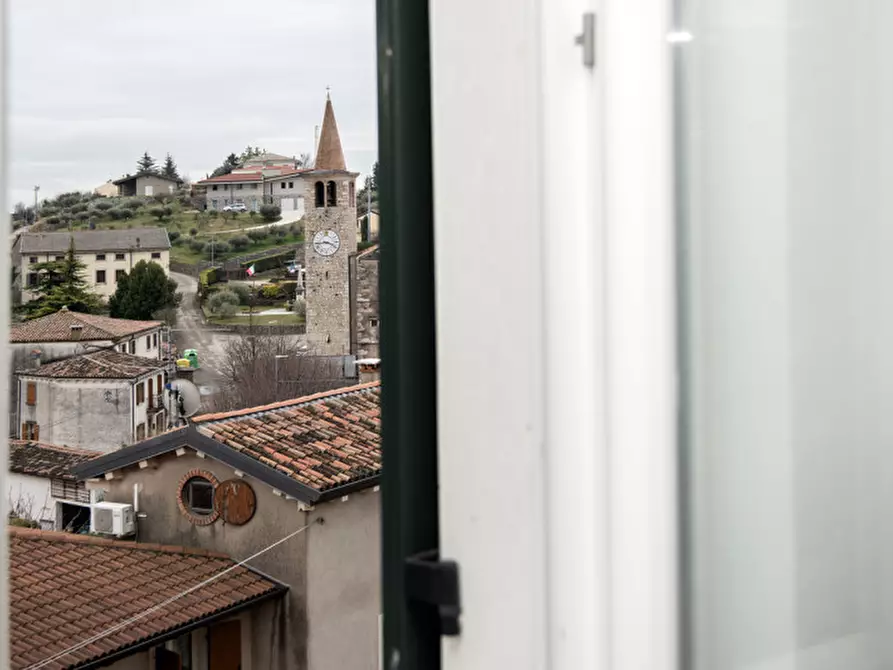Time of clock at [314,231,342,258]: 3:43
